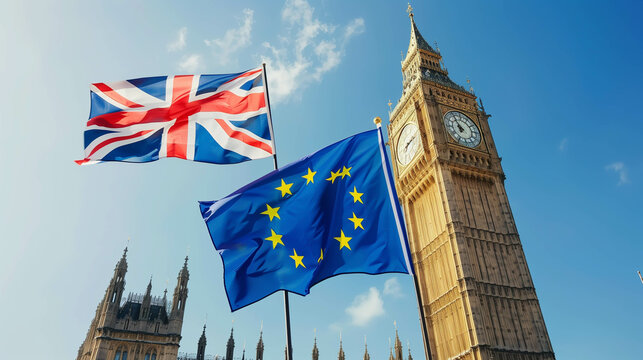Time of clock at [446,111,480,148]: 6:54
